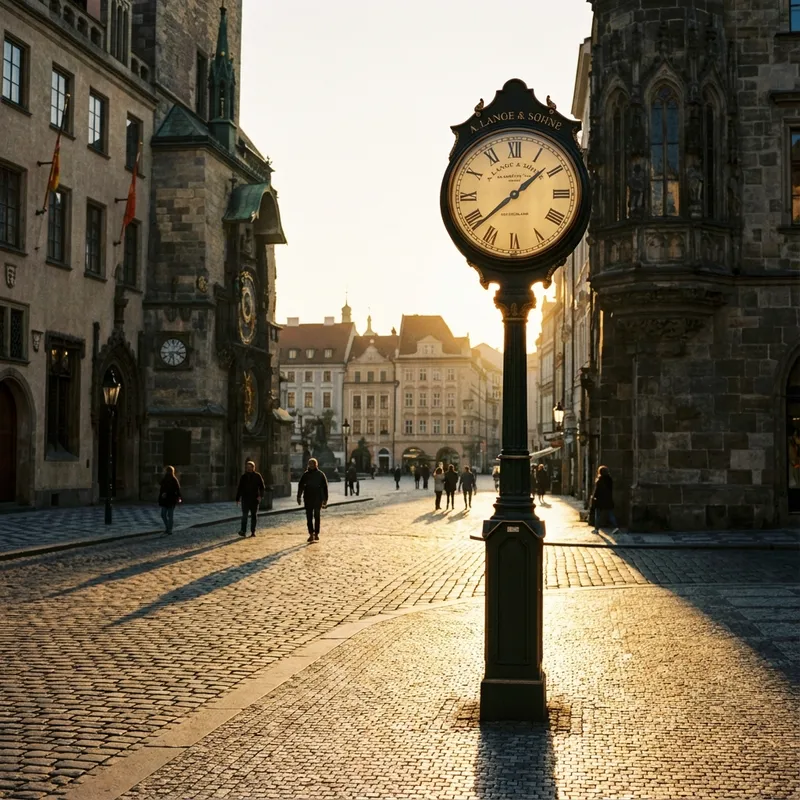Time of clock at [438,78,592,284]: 1:38
